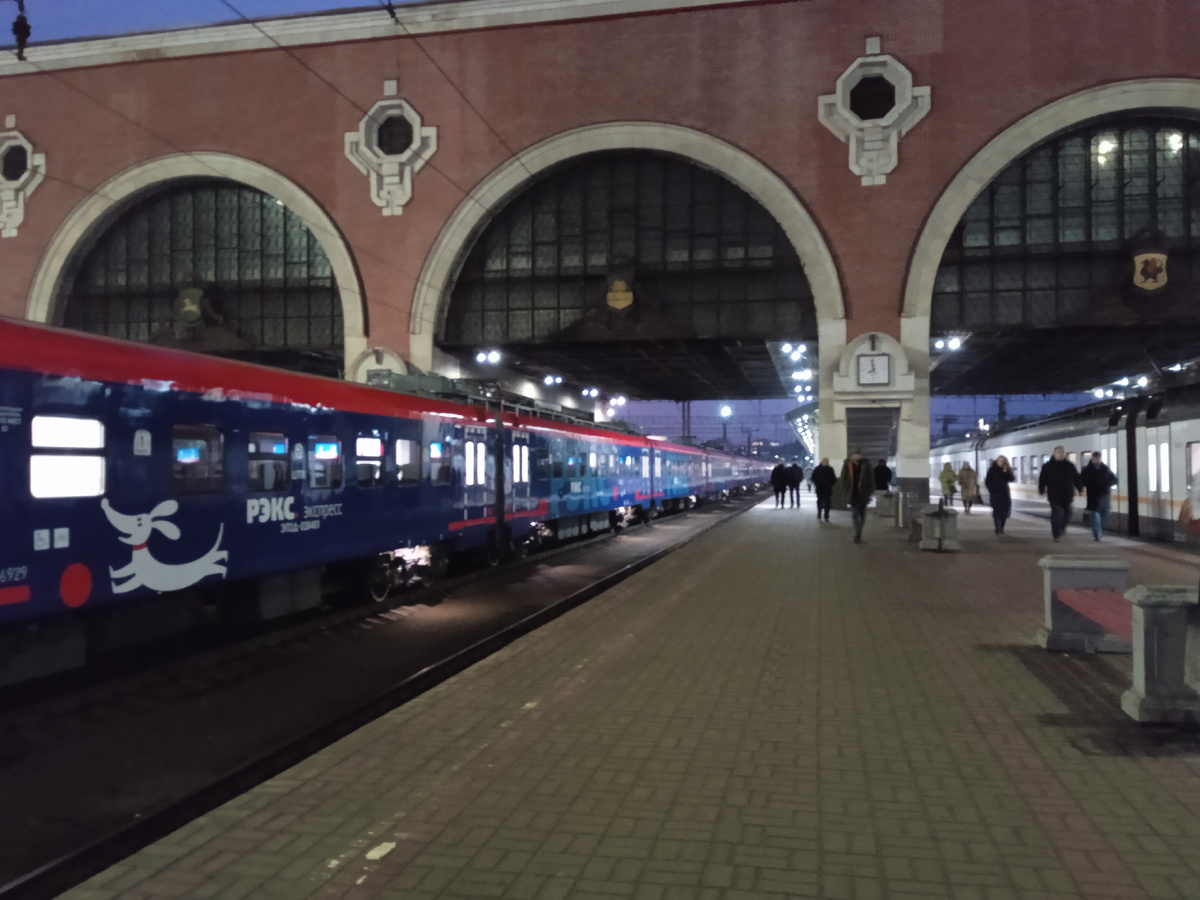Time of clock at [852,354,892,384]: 7:58
